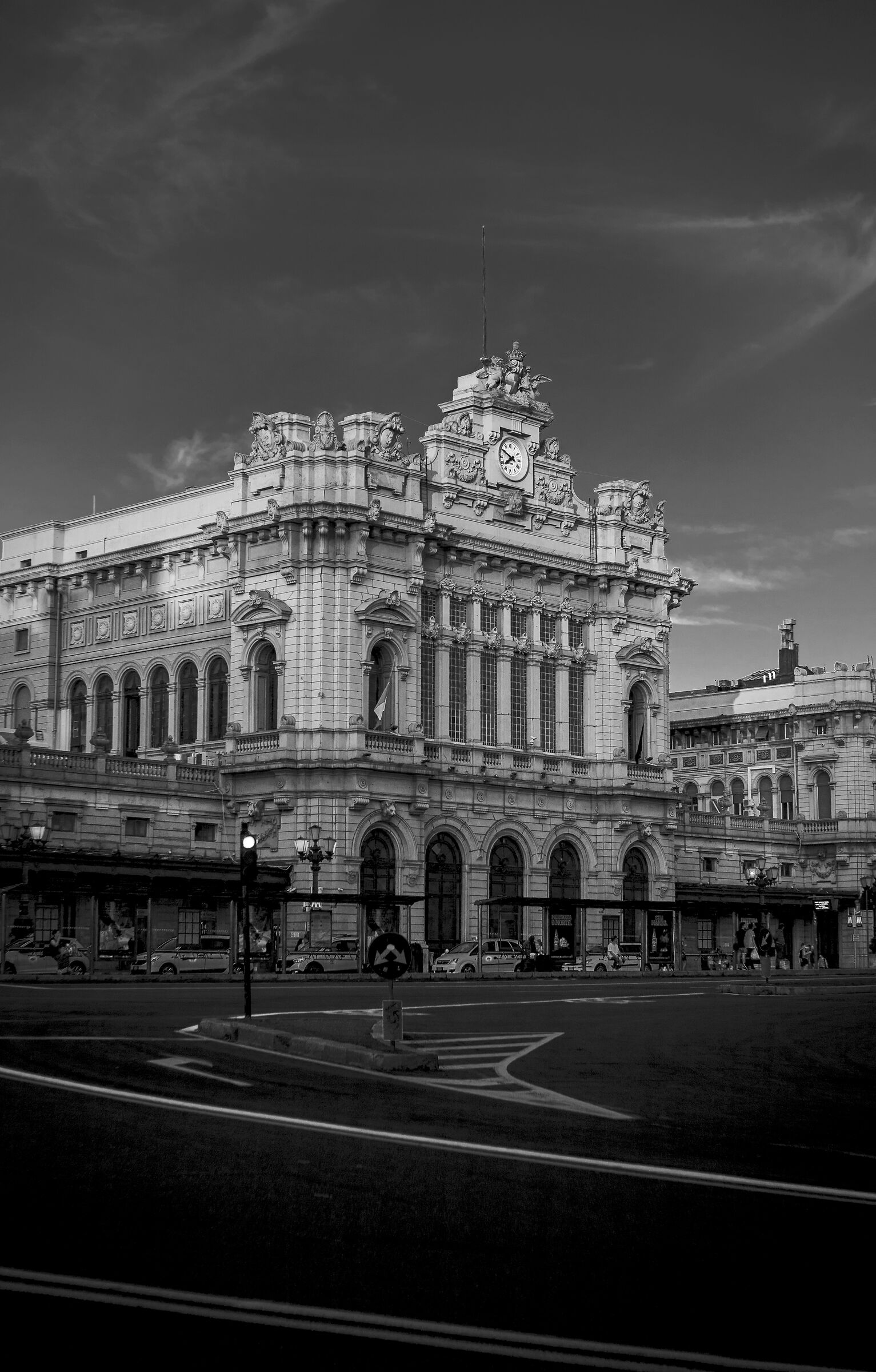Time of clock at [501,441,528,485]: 7:49
